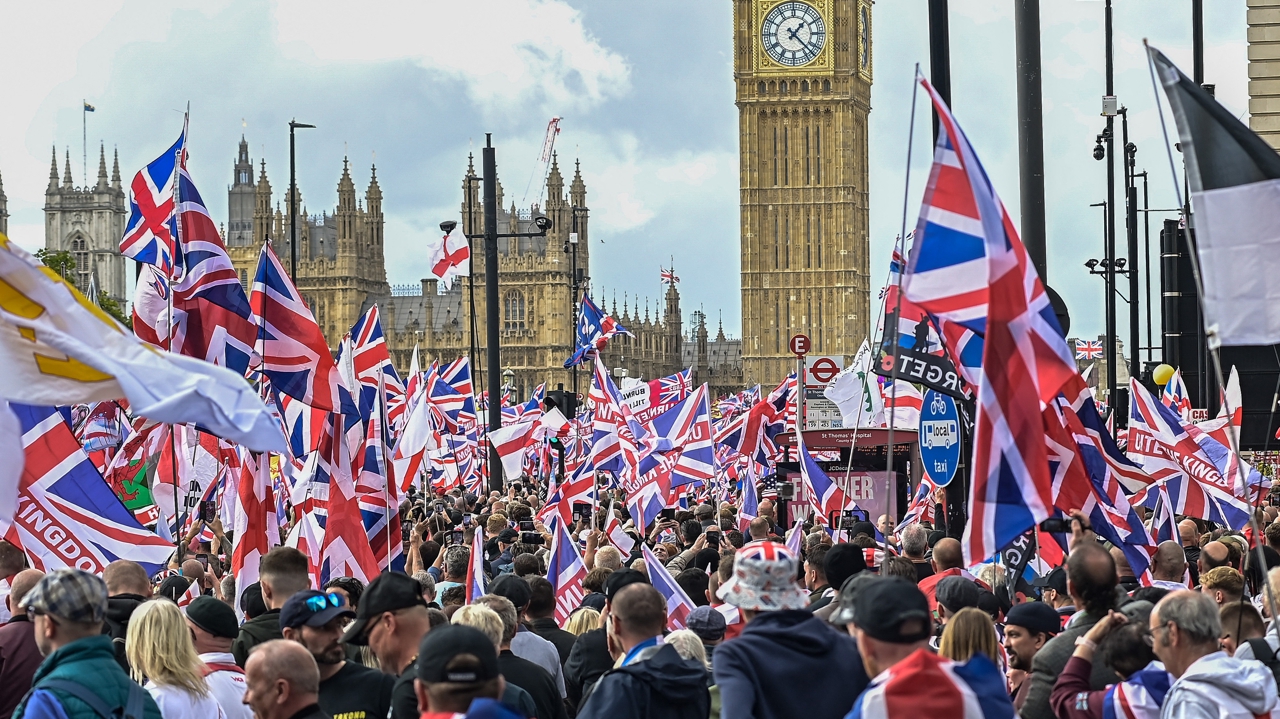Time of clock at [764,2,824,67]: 1:22
